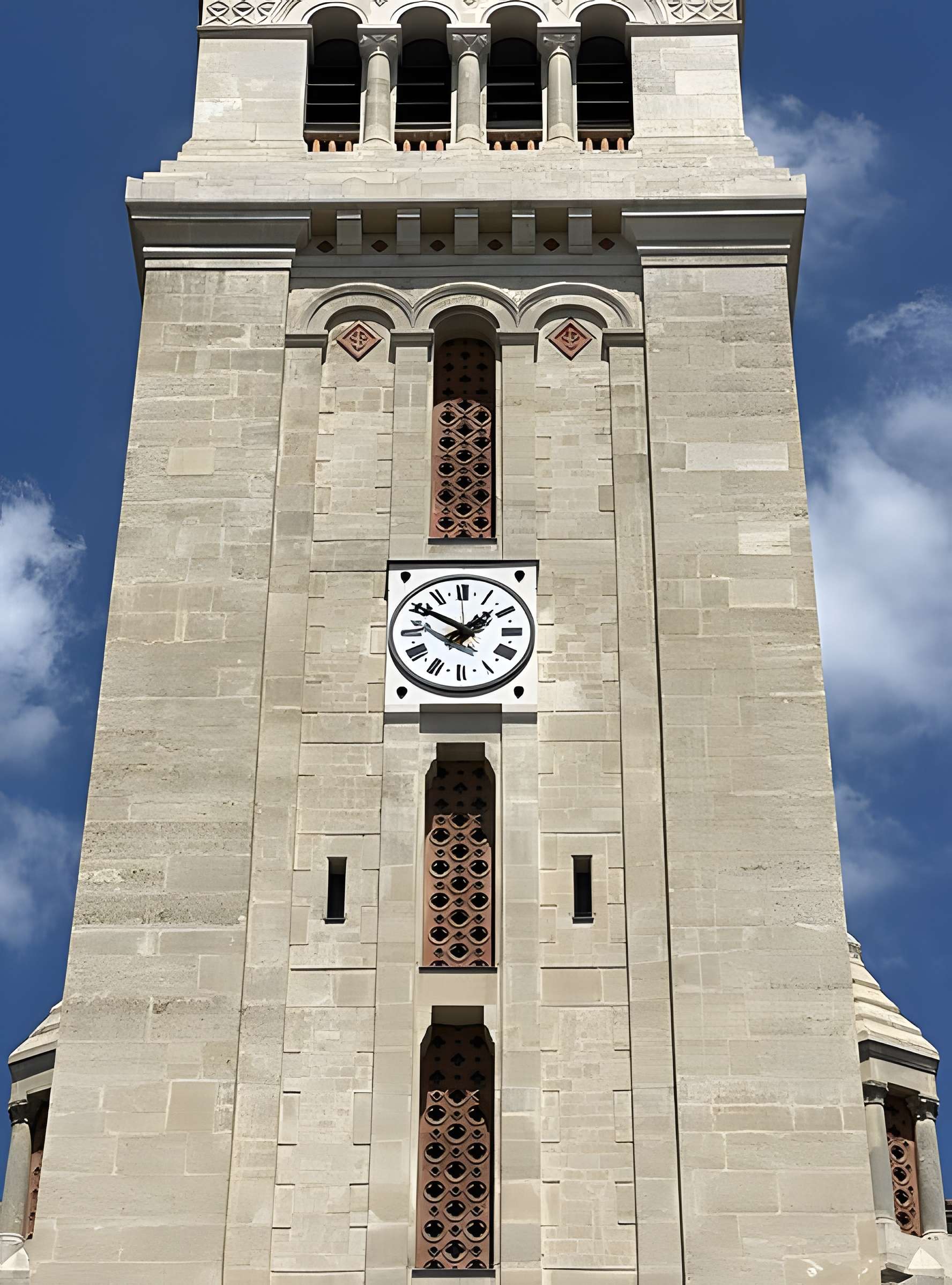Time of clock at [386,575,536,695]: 1:50
